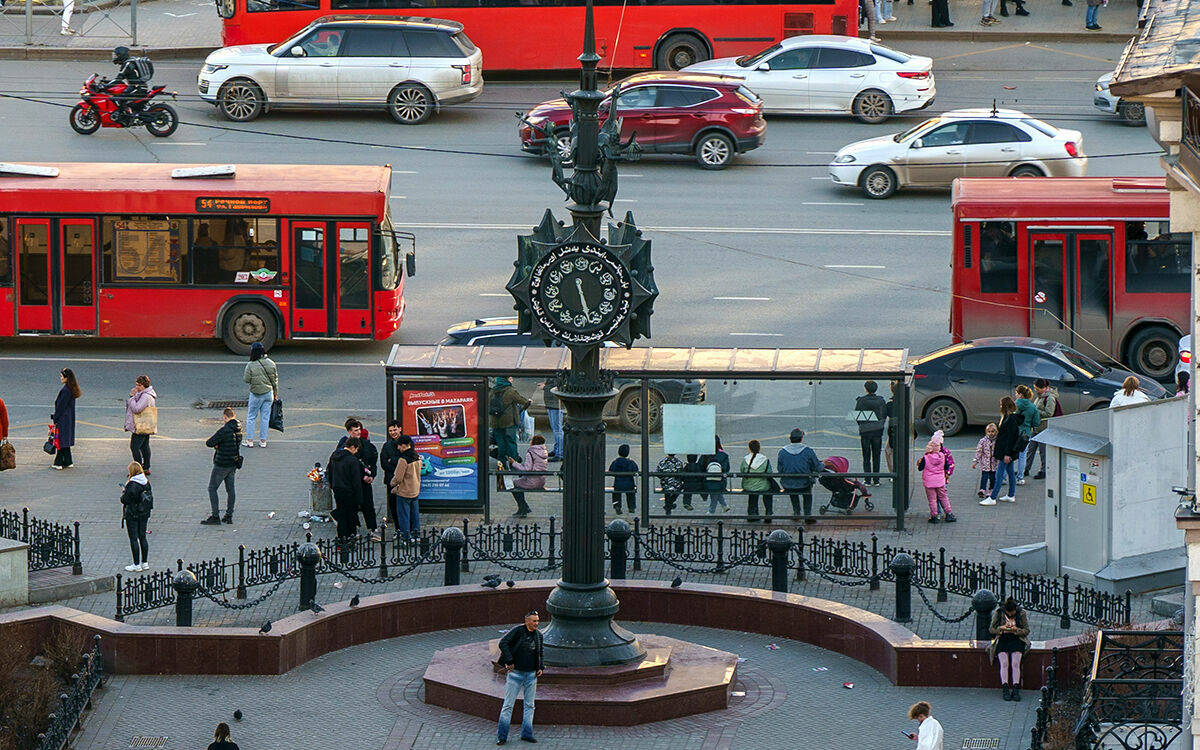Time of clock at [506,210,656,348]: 5:26
